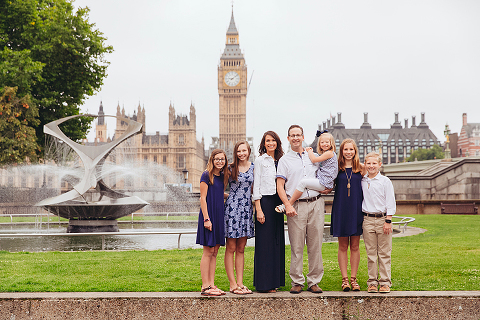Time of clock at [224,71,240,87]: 9:08
